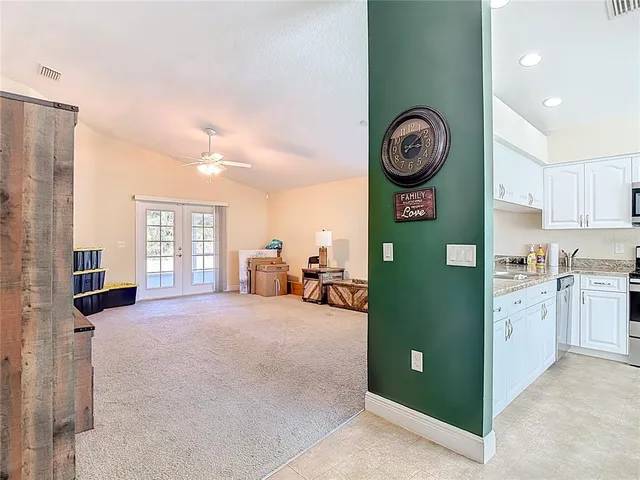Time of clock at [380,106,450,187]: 3:09
